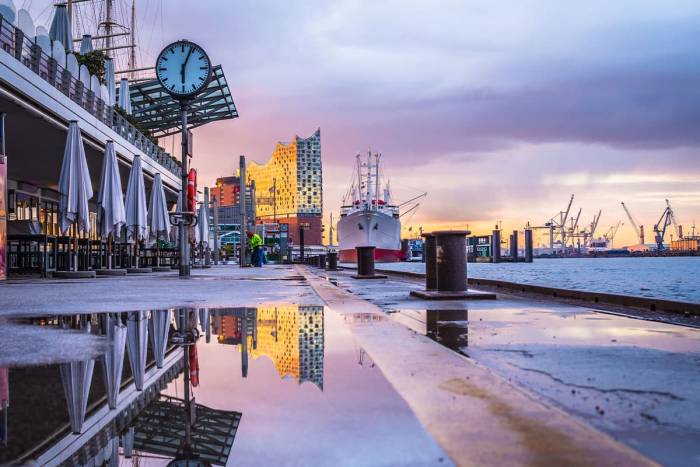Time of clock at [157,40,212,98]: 6:03
